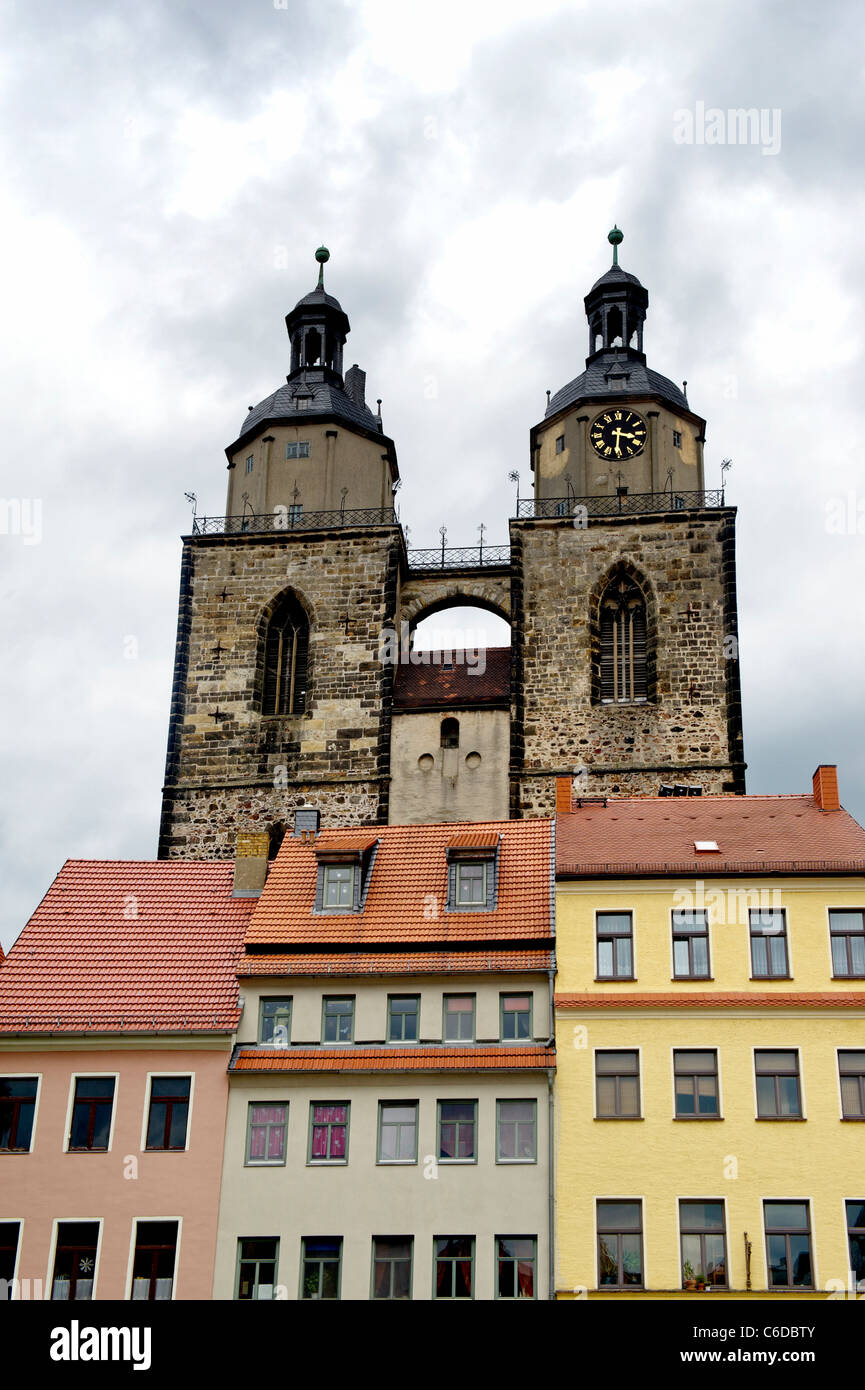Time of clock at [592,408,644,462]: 3:30
